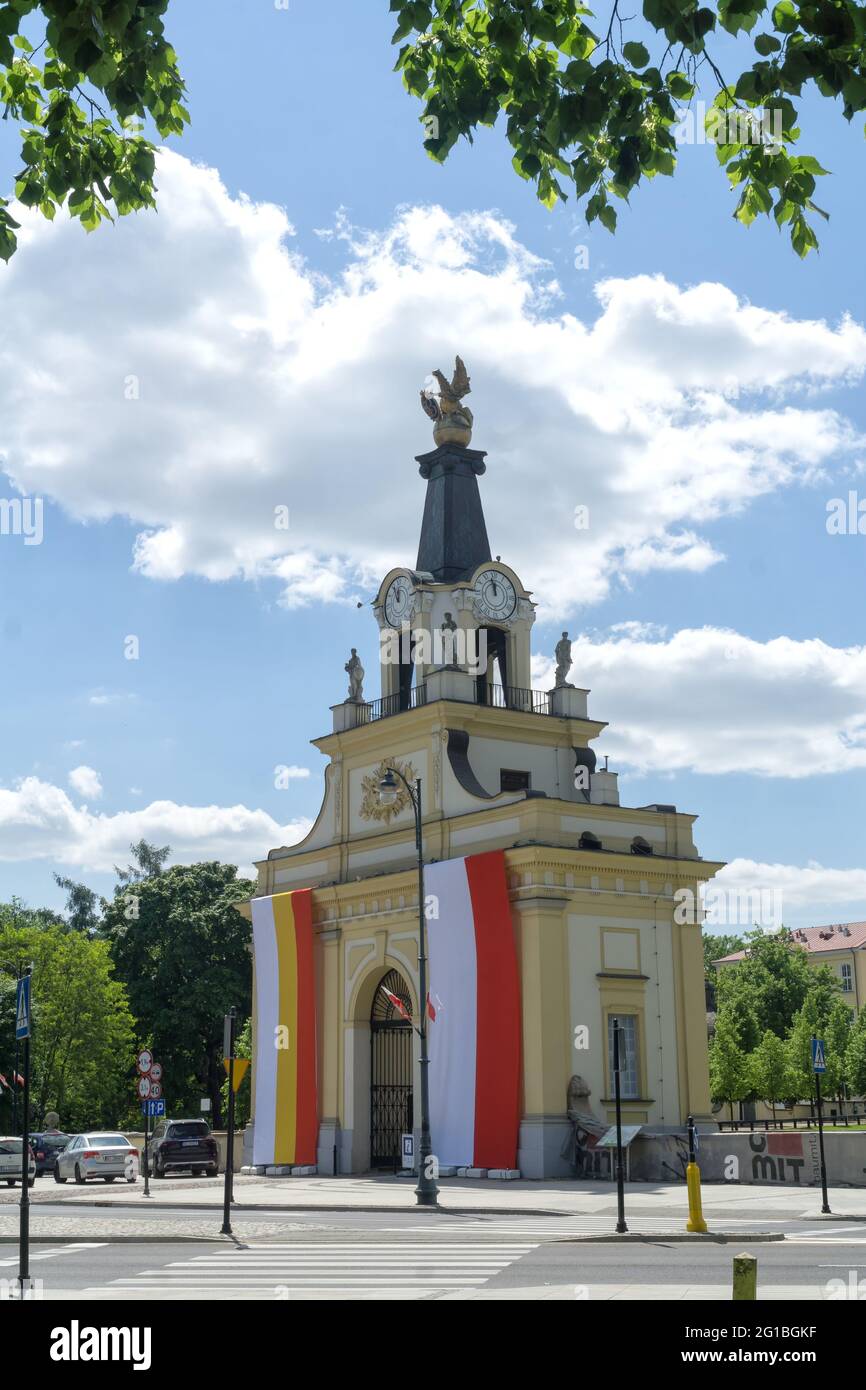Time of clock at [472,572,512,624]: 11:57
